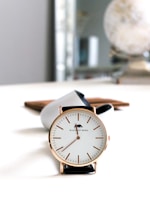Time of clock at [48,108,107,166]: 11:38
